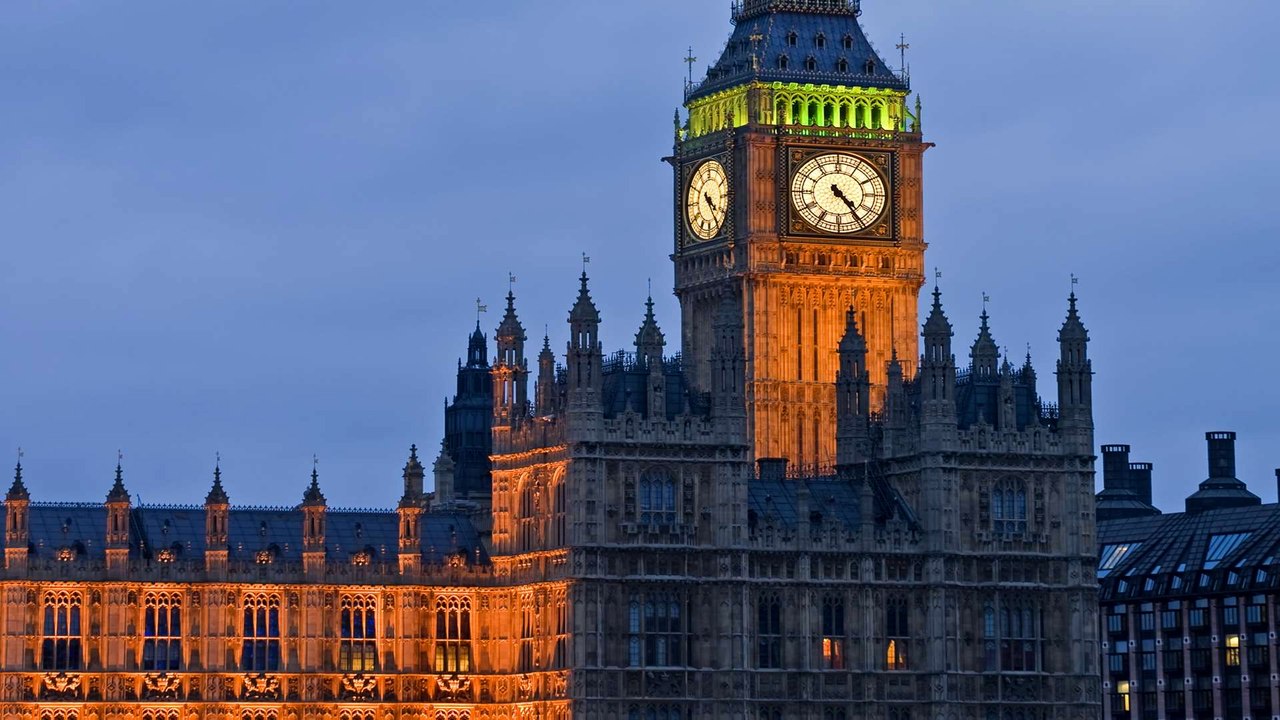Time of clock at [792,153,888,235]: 4:24
